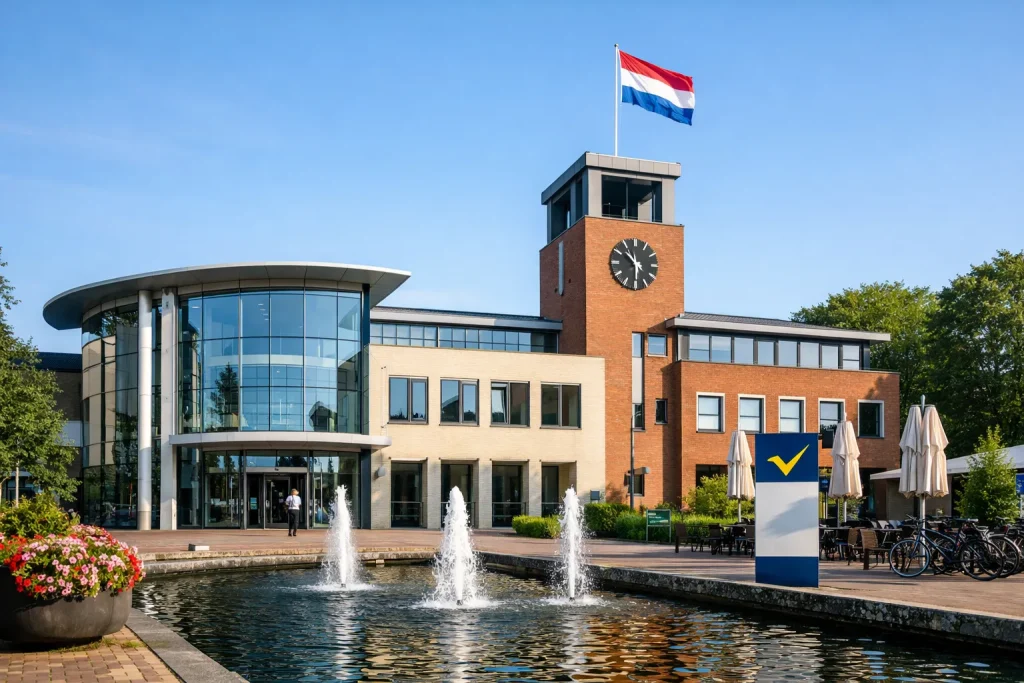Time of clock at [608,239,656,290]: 10:30
